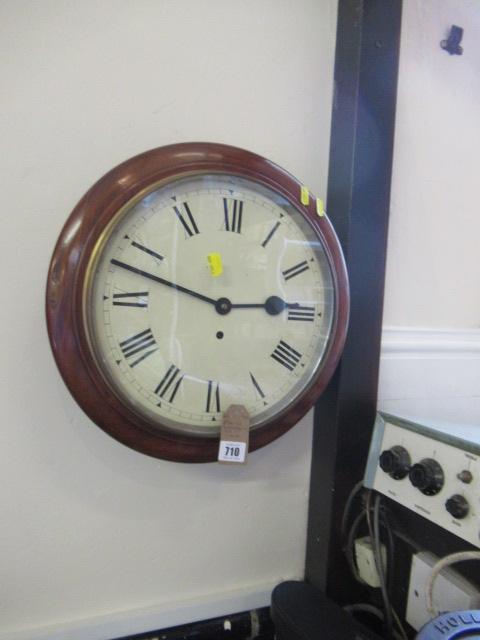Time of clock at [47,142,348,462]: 2:47
